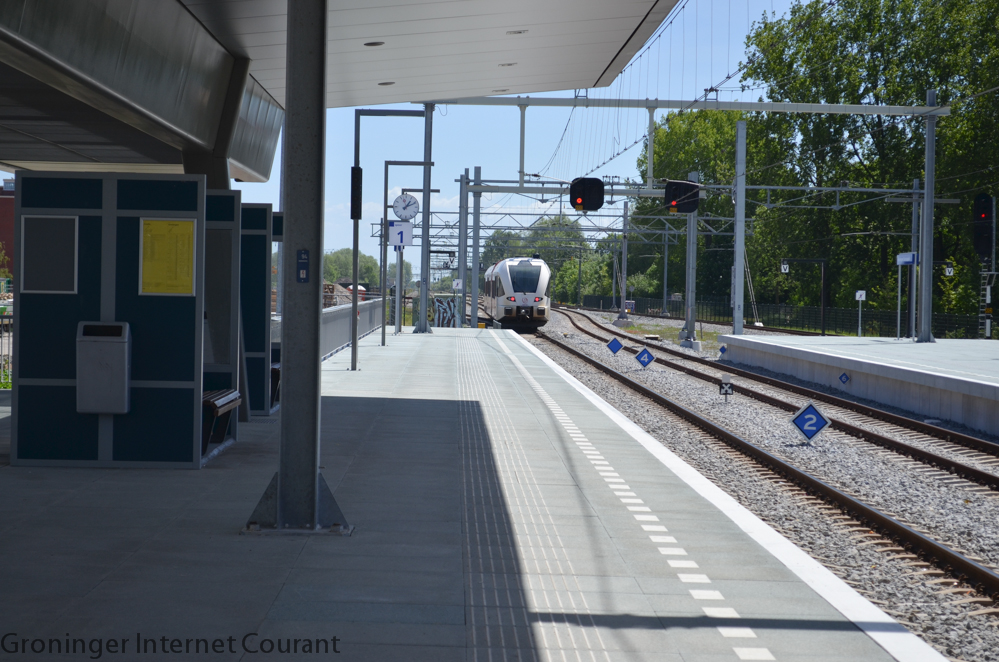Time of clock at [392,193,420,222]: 1:10
